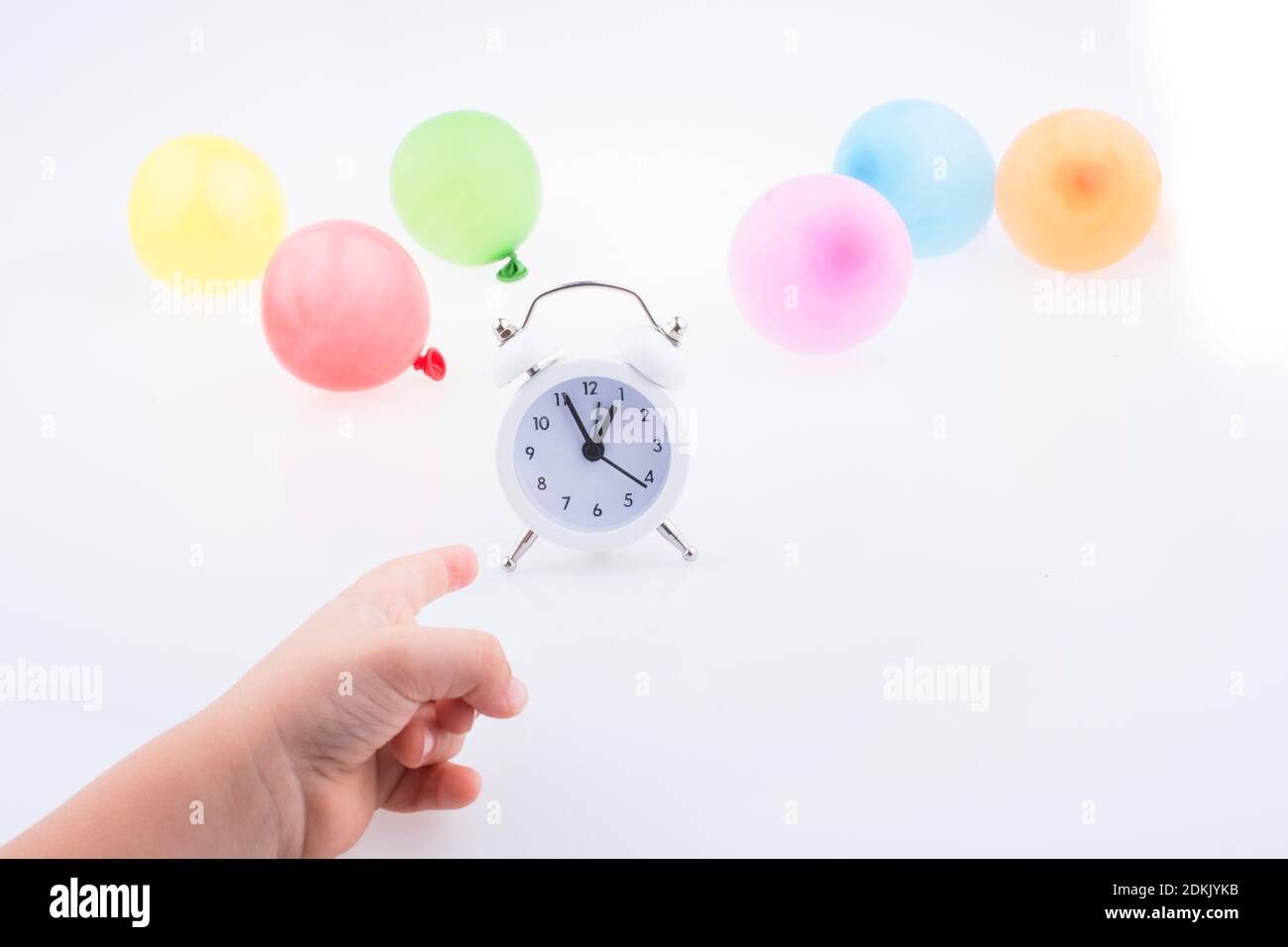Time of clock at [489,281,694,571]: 12:56
